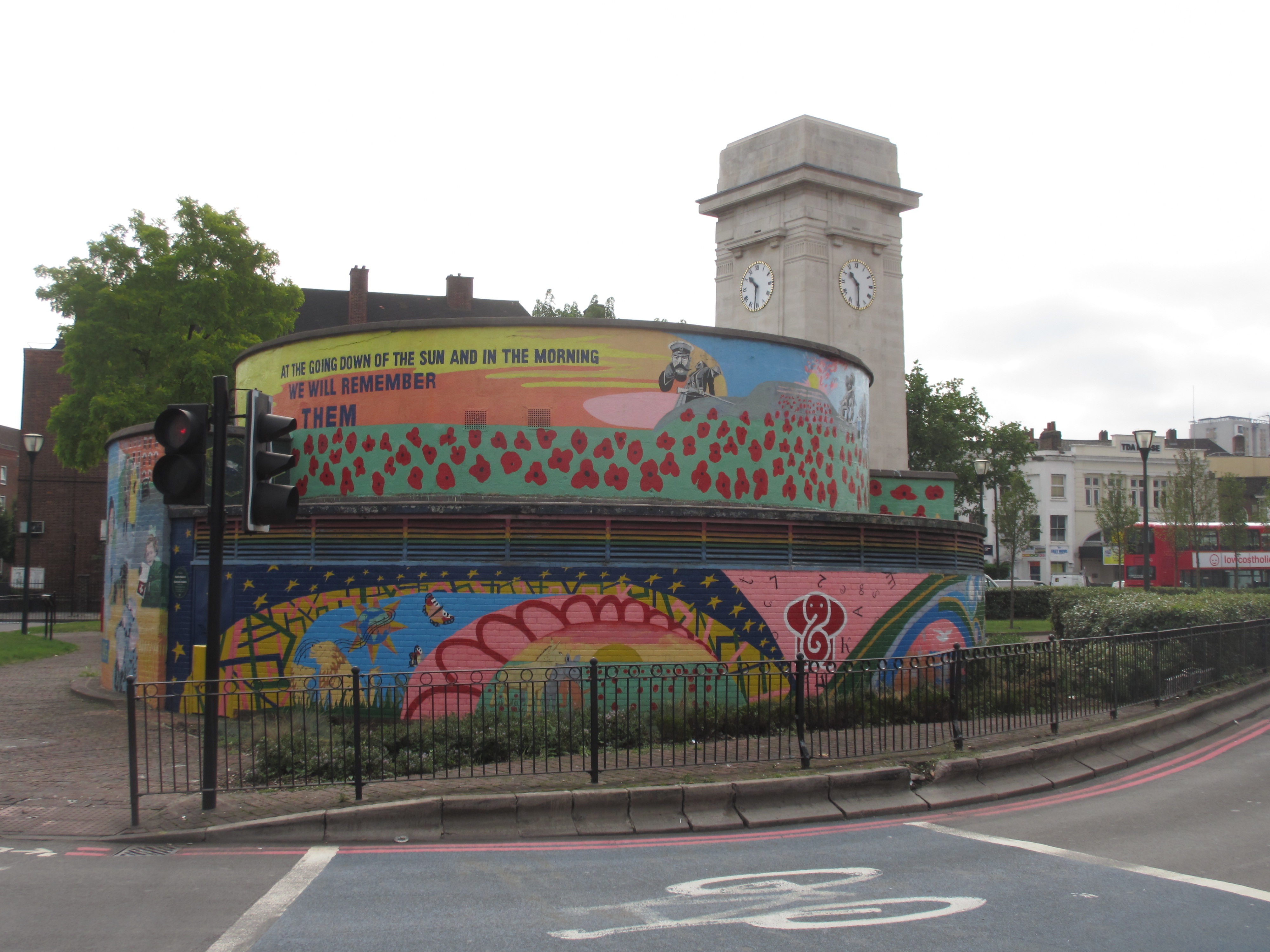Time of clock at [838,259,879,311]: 10:29
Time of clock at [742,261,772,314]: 10:31
